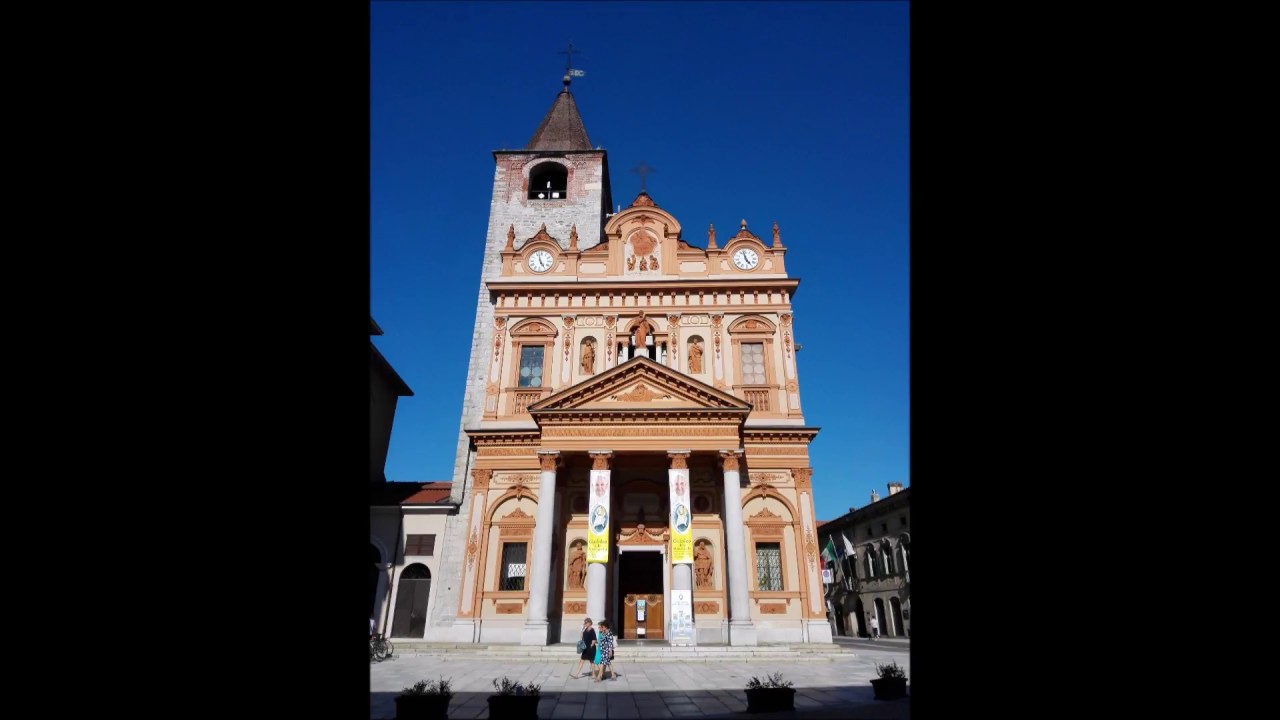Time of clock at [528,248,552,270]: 4:57
